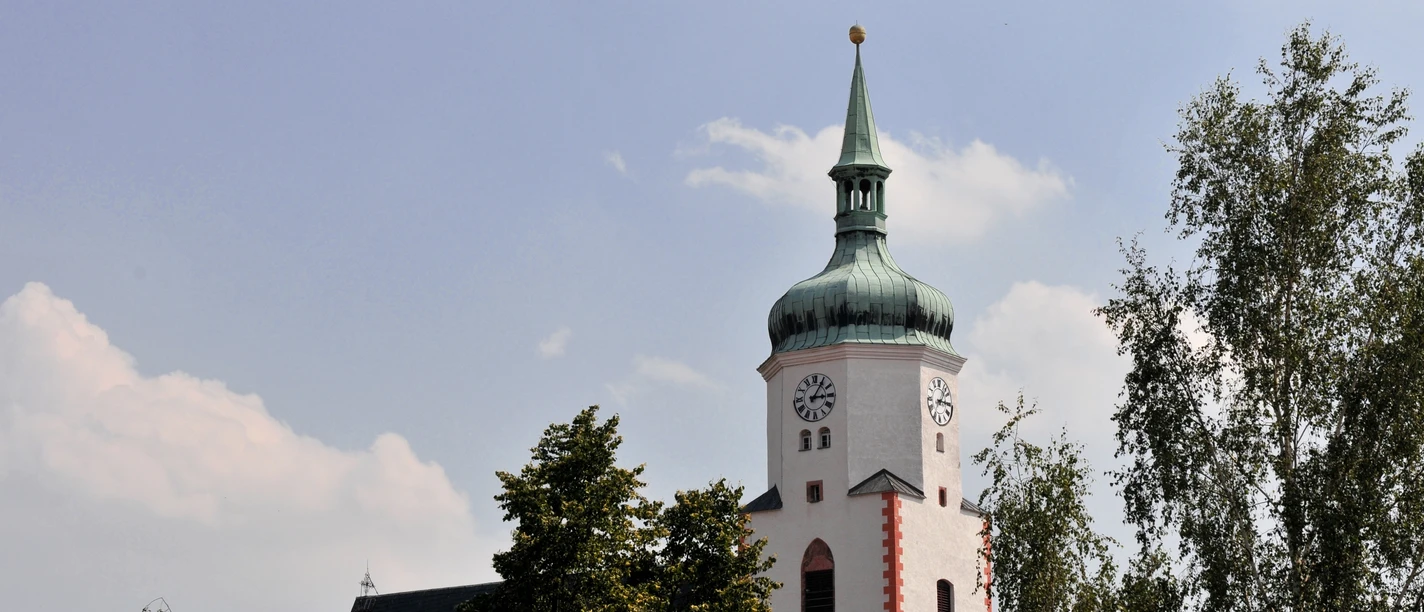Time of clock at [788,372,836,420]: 3:05
